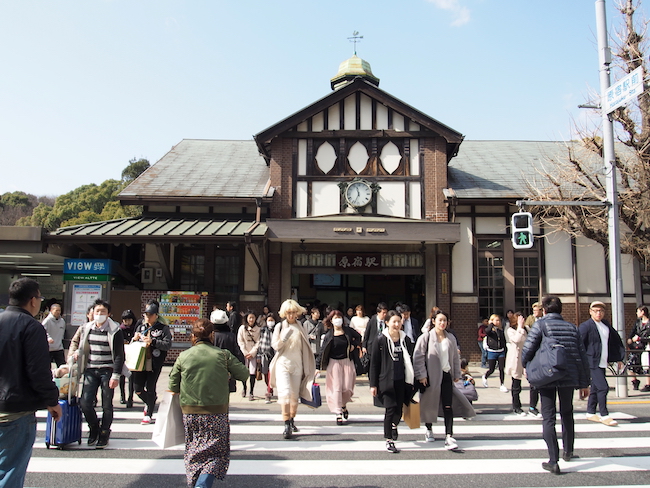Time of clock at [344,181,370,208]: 11:33
